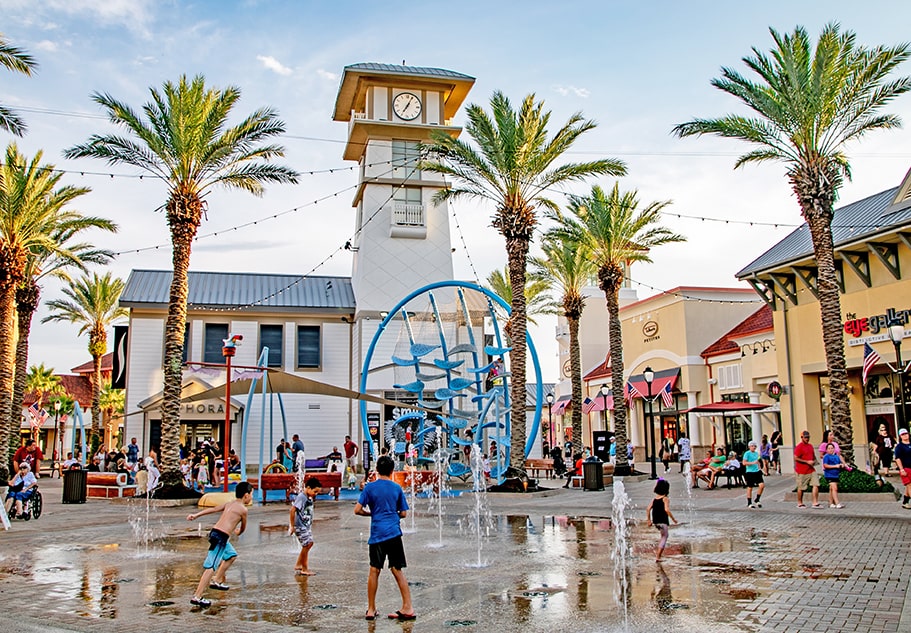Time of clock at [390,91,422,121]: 7:04
